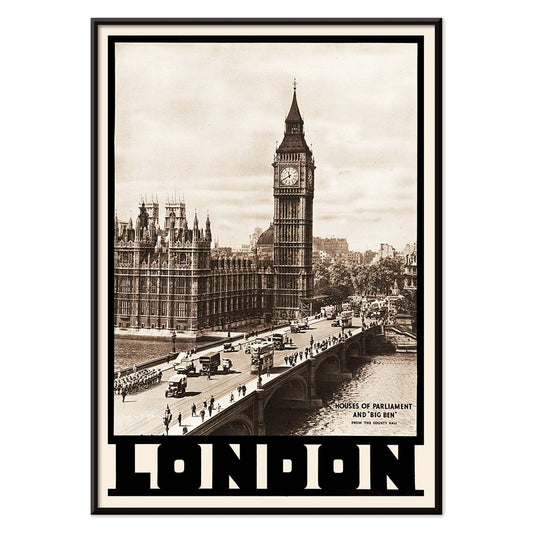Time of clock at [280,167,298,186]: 11:40
